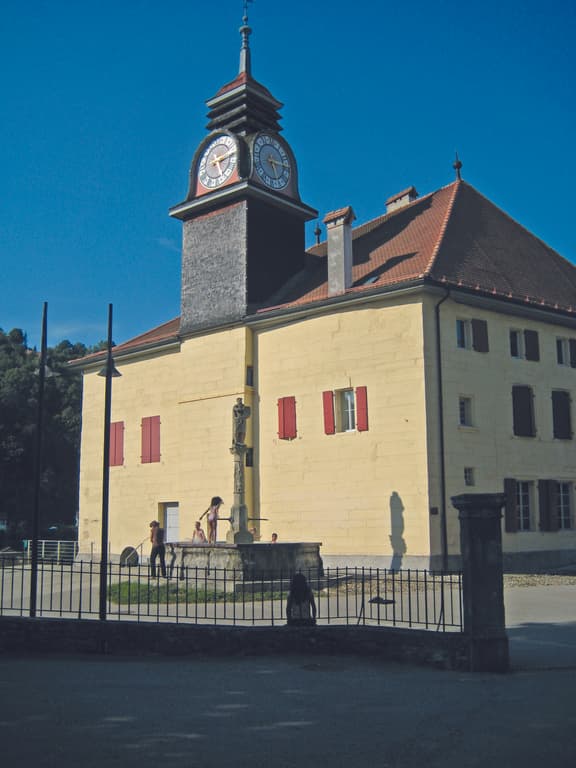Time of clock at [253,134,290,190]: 5:15
